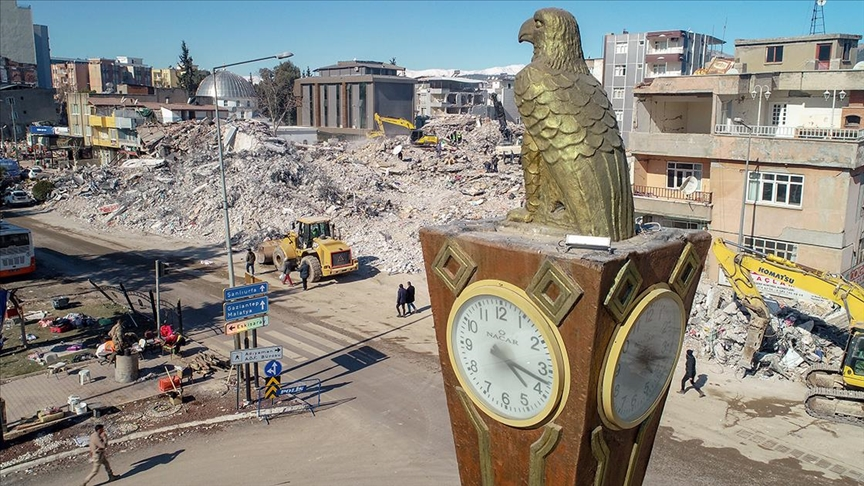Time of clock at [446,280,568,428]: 4:17
